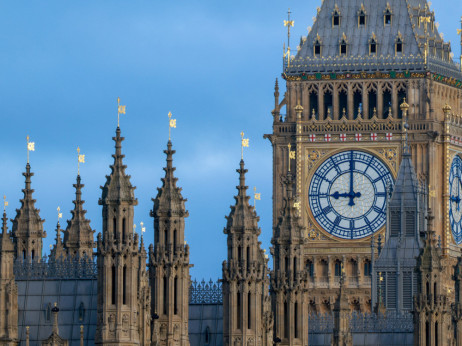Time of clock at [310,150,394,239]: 8:59
